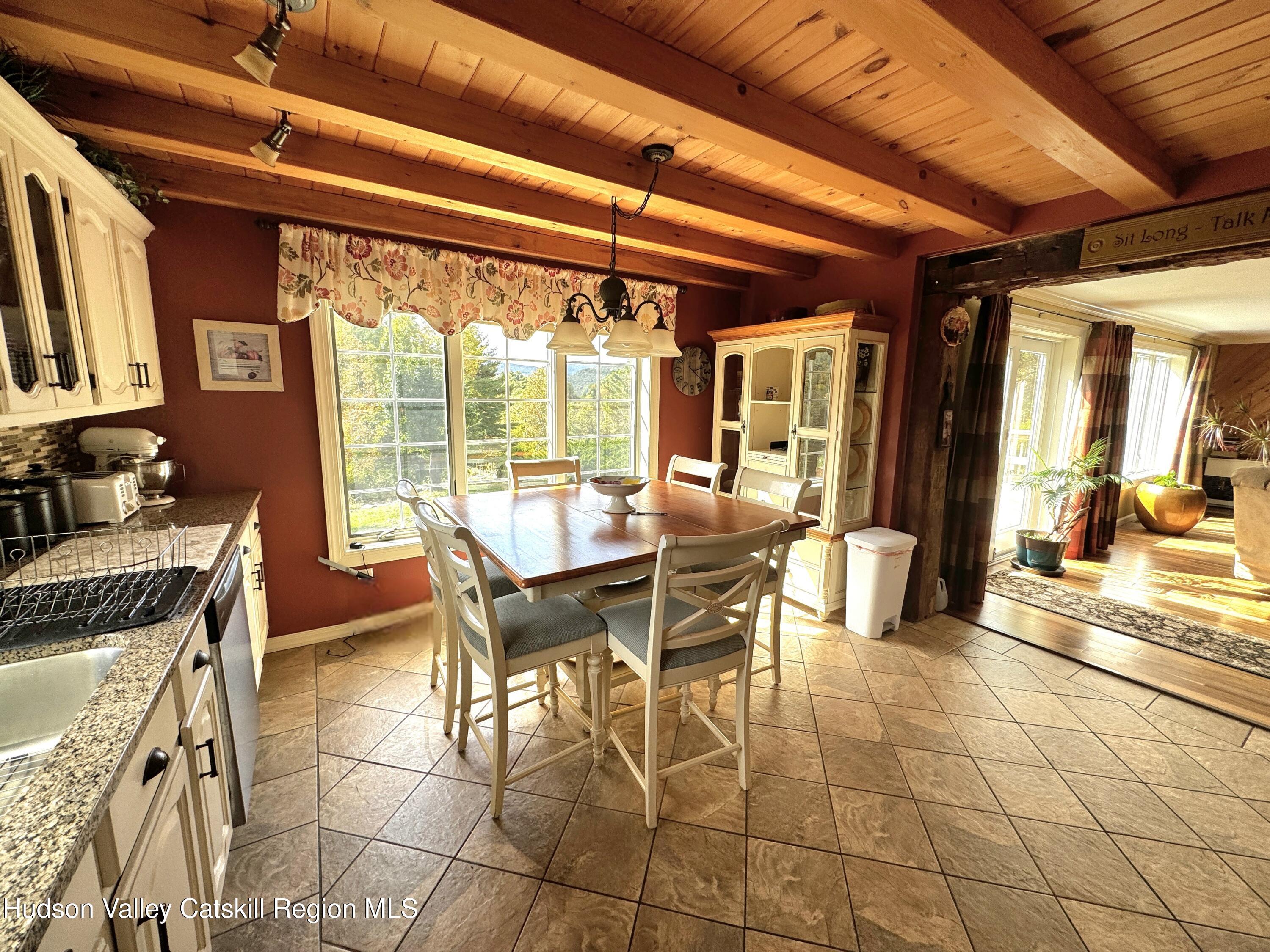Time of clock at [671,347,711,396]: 2:21
